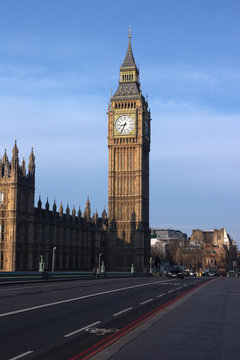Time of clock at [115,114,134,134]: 8:34
